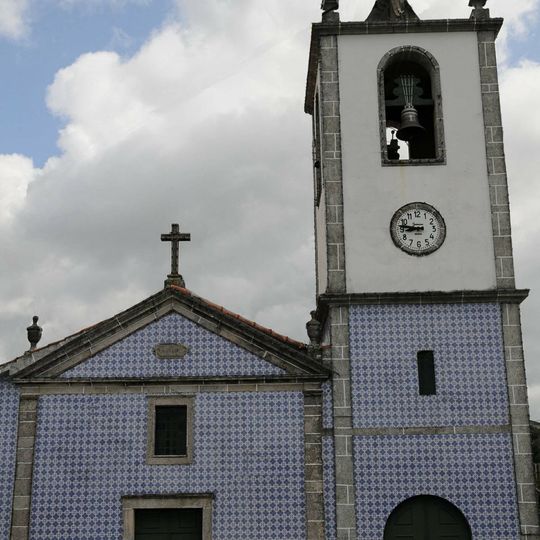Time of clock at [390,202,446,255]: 8:46
